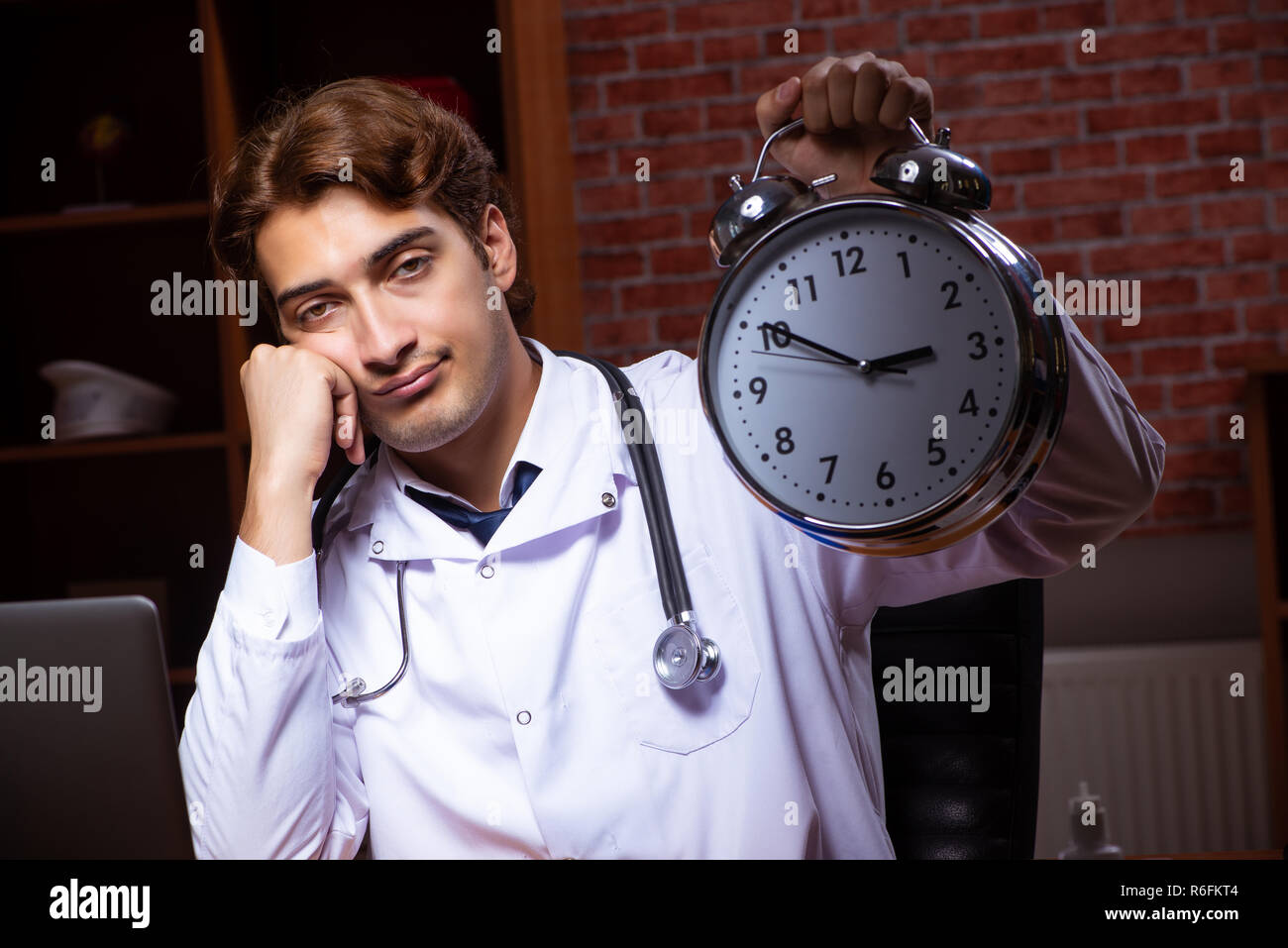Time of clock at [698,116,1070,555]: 2:50
